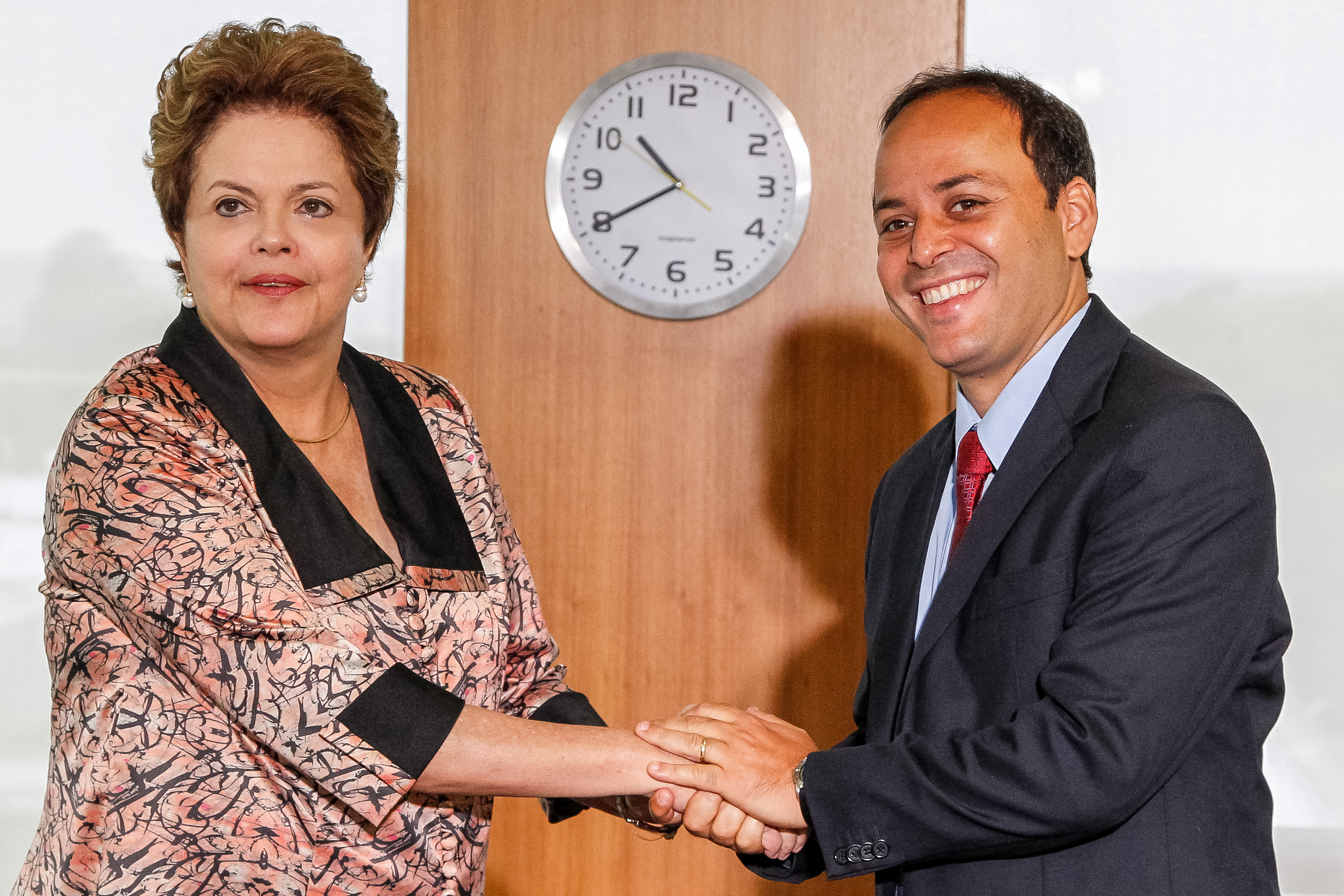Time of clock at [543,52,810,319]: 10:39
